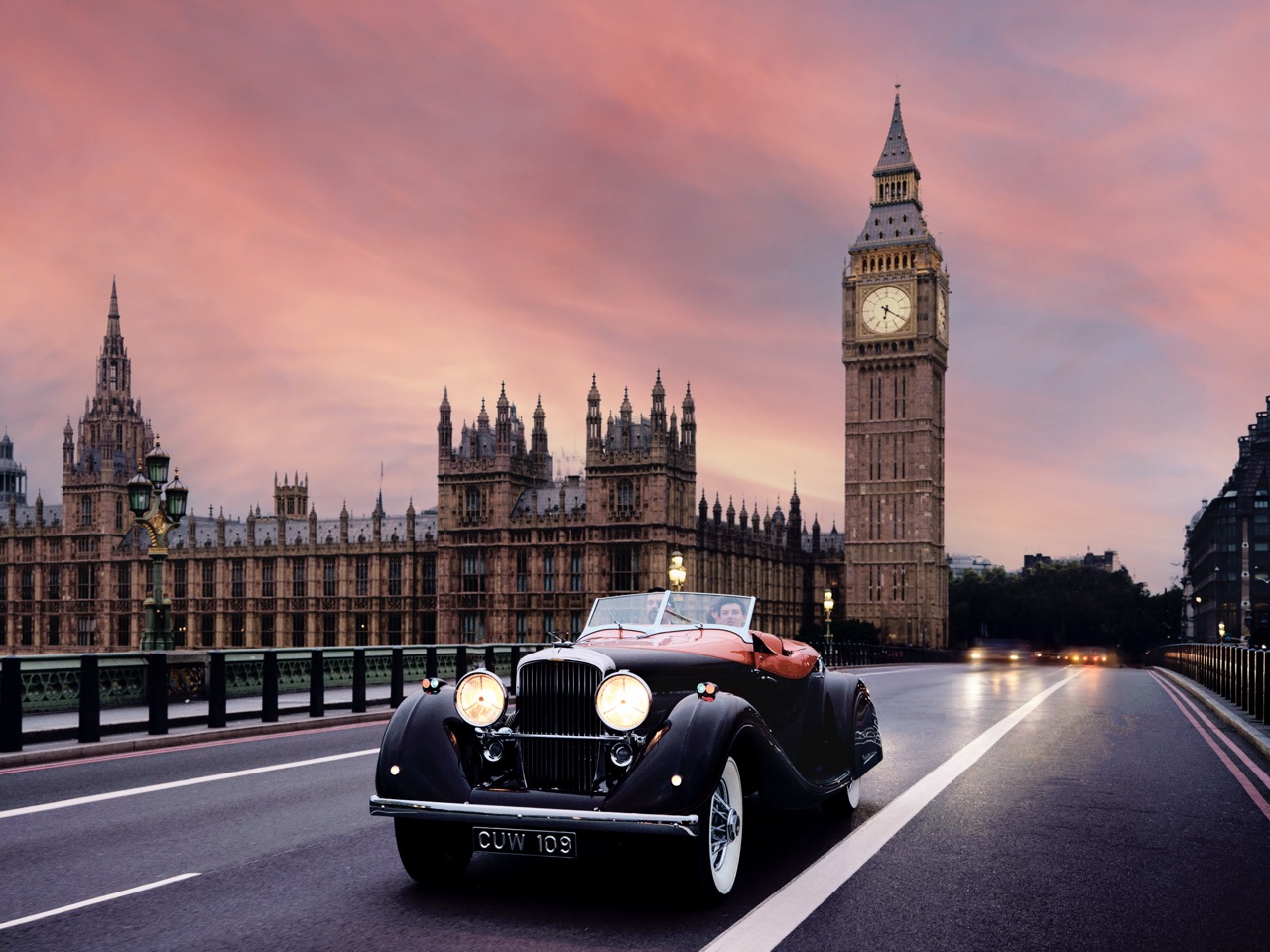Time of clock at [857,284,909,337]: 6:20
